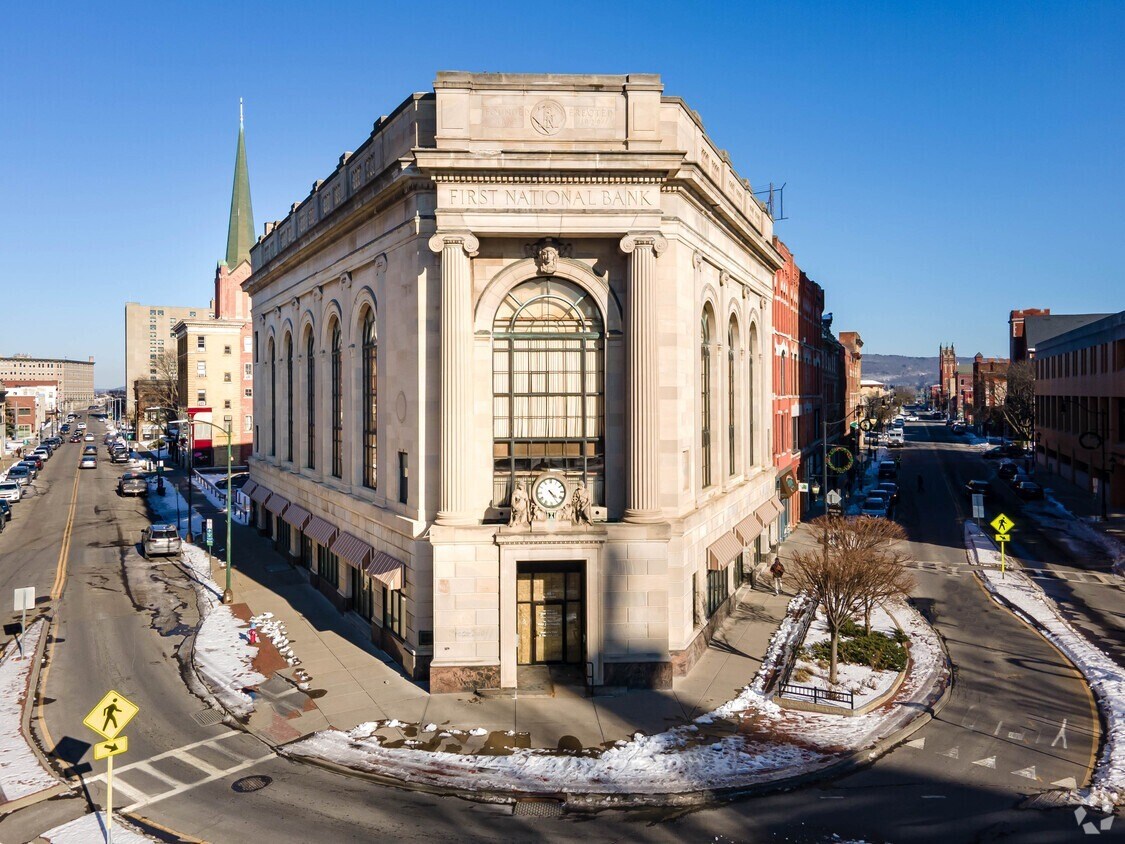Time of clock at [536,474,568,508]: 4:23
